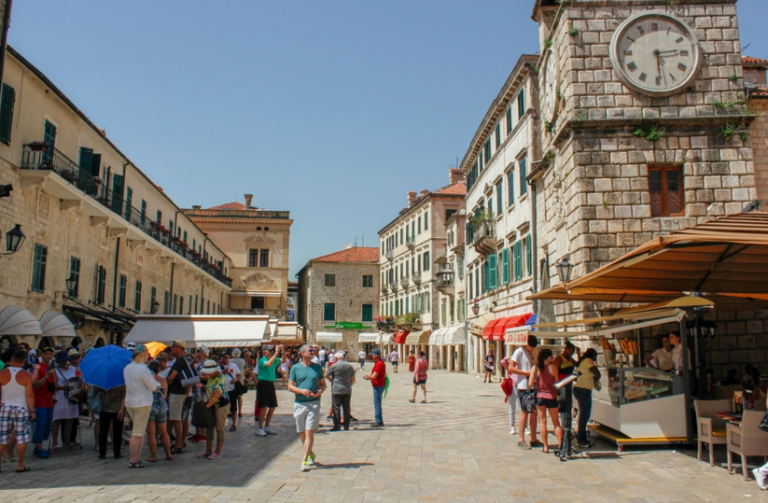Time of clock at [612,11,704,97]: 2:29
